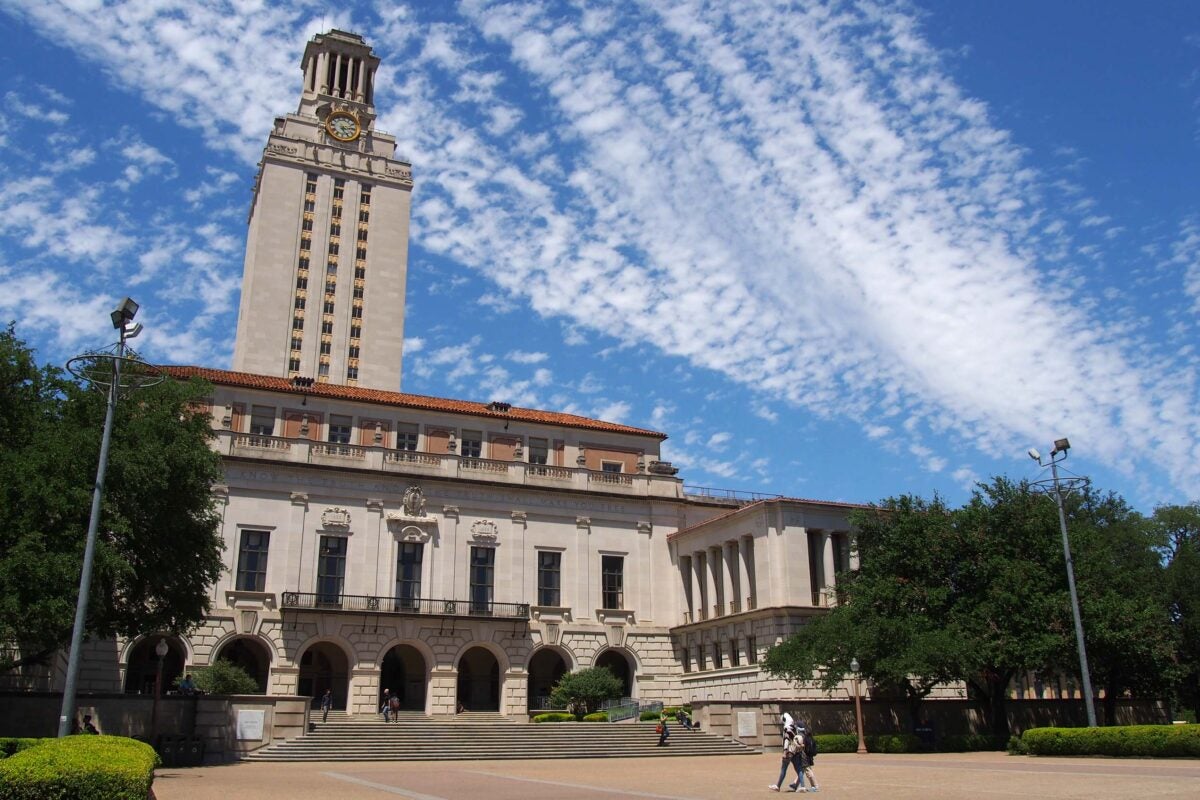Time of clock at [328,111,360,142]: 5:14
